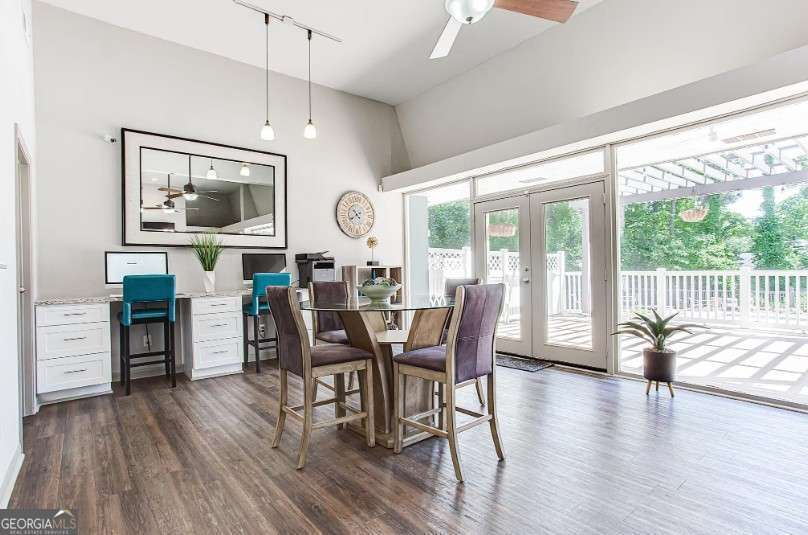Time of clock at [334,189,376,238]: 7:52
